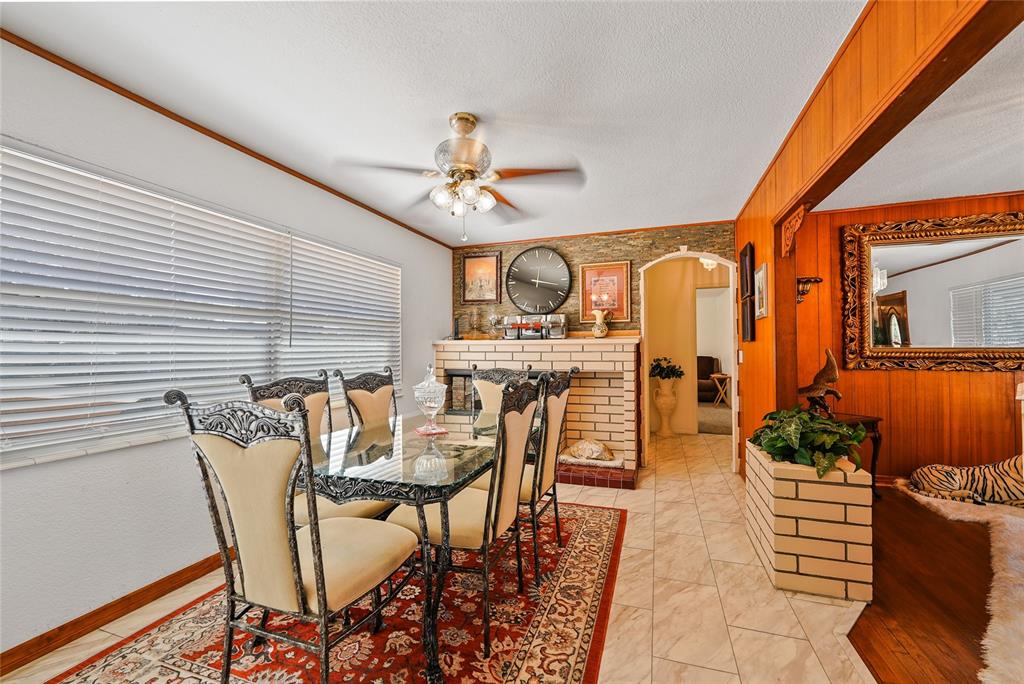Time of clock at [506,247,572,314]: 9:17
